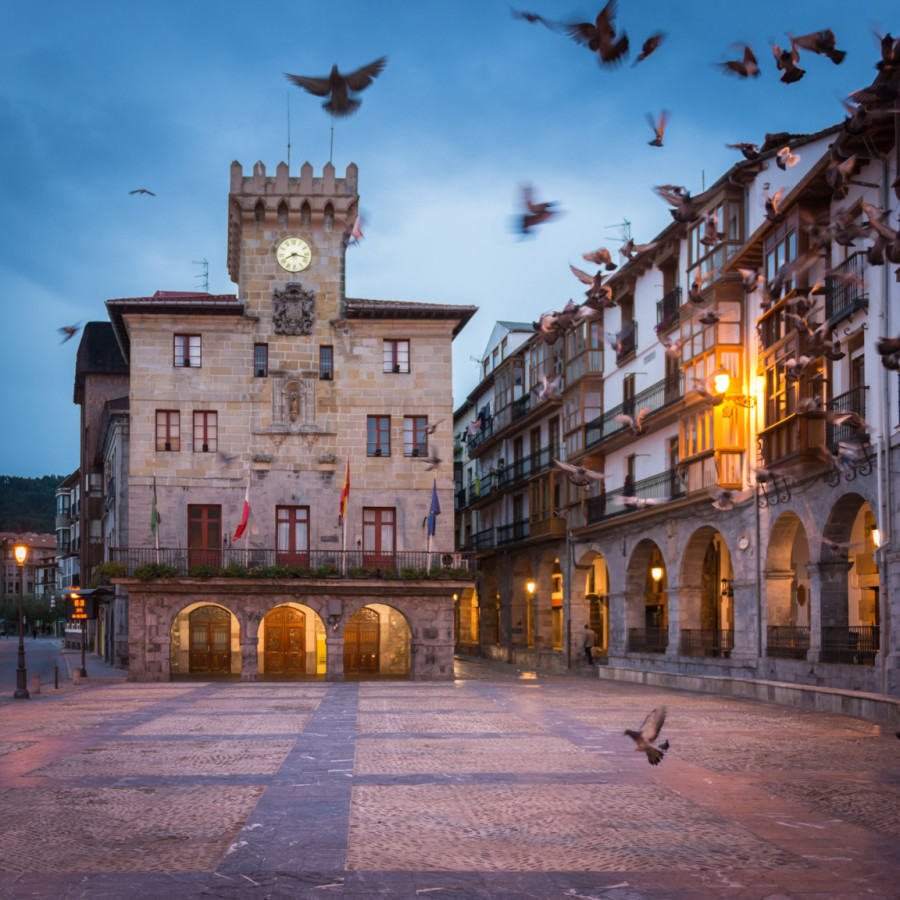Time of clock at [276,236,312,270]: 8:17
